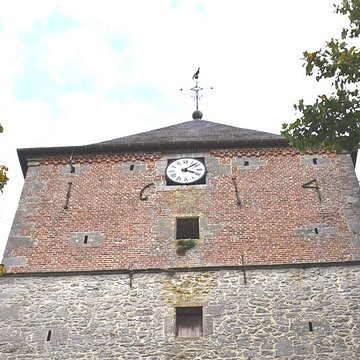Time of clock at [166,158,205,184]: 4:08
